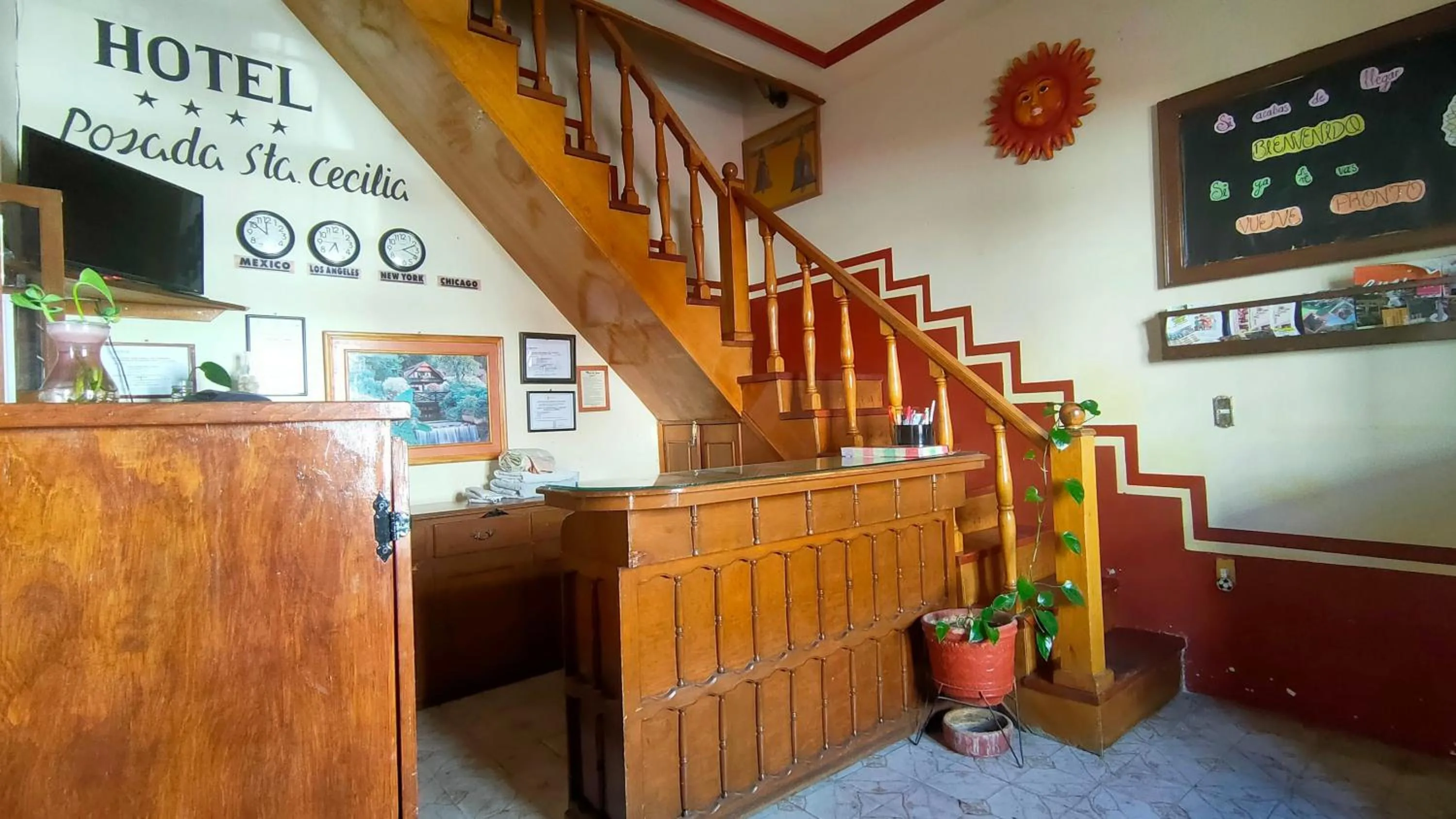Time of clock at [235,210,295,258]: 11:51
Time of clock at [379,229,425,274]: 2:19
